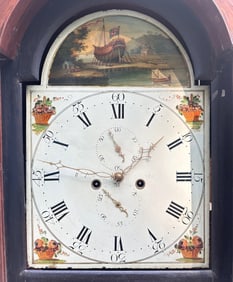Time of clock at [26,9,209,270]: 9:08
